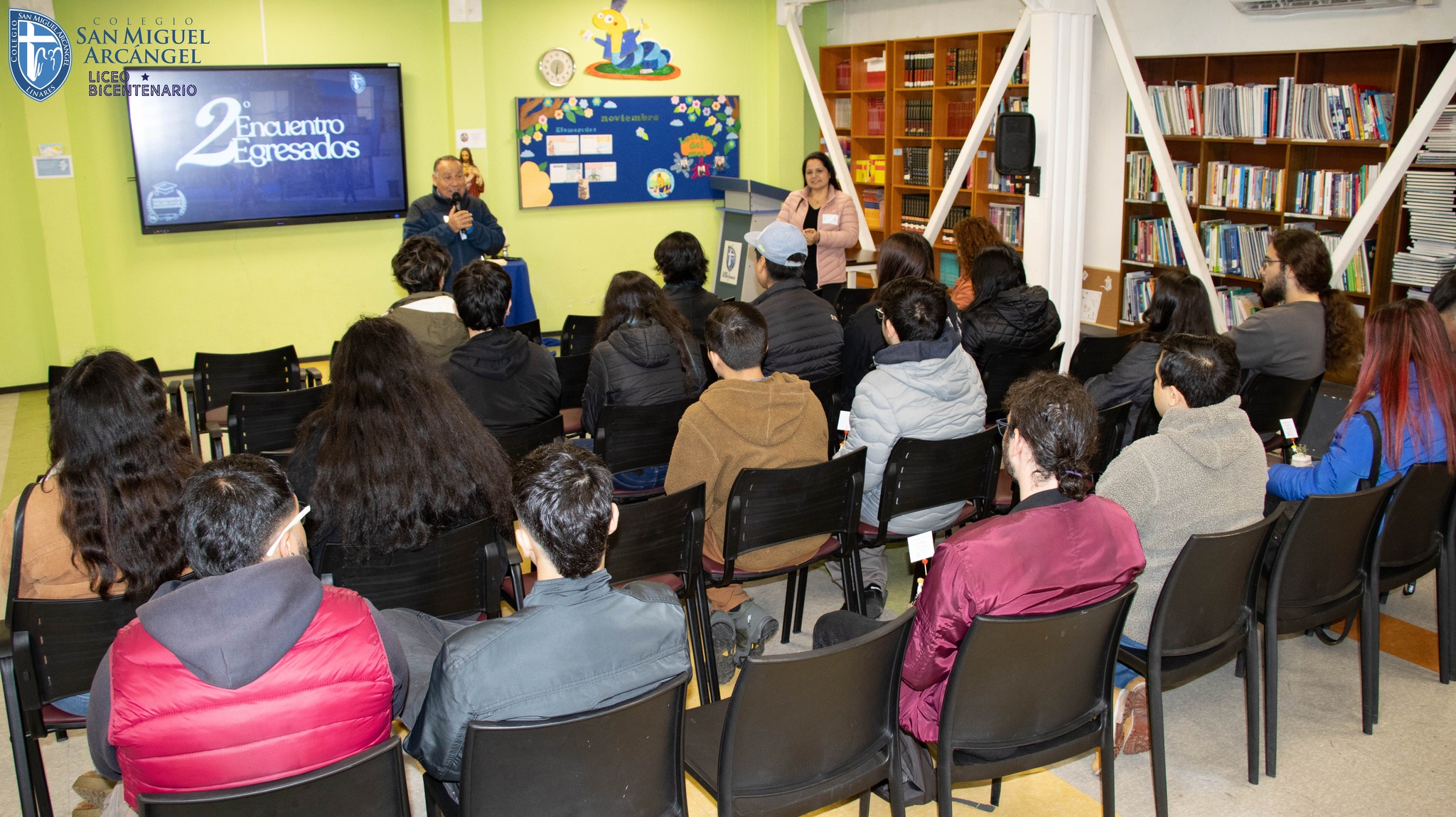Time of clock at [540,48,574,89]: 6:32
